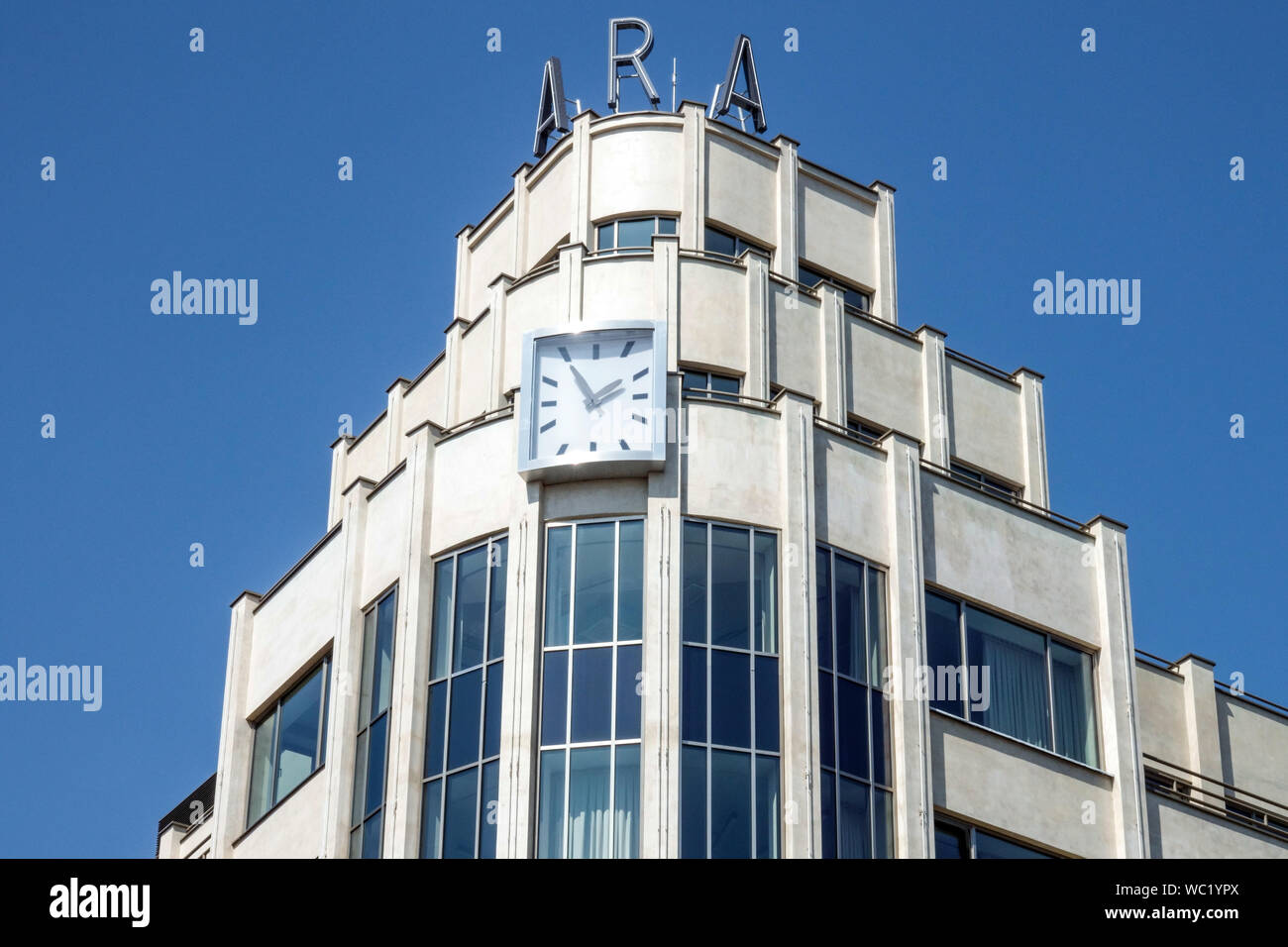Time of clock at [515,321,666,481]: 1:54
